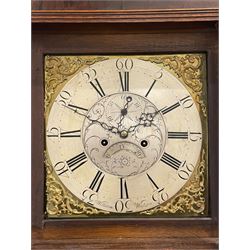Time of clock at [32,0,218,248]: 12:09
